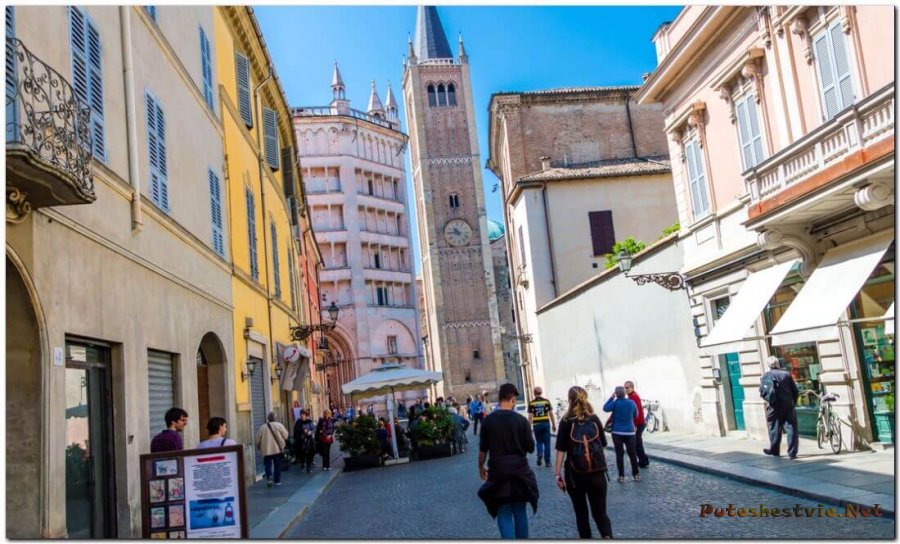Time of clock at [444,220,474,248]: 10:45
